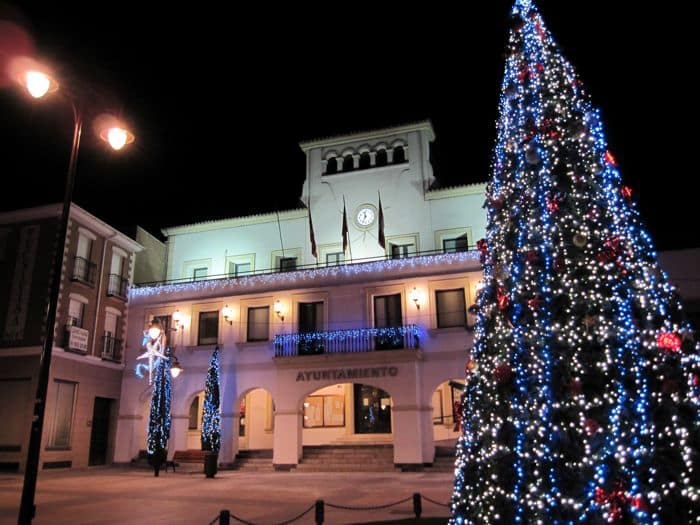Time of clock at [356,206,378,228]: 11:34
